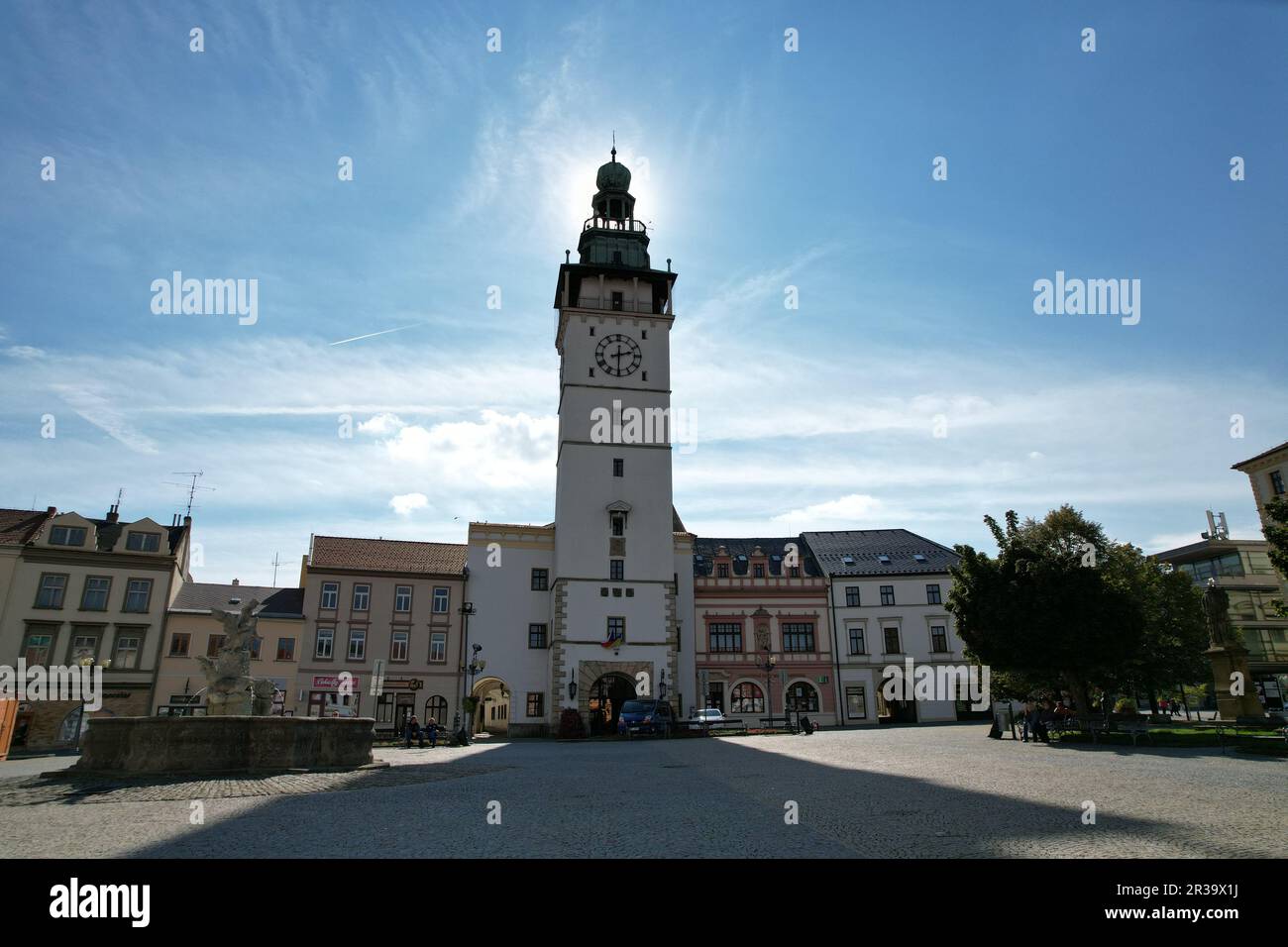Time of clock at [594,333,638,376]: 2:30
